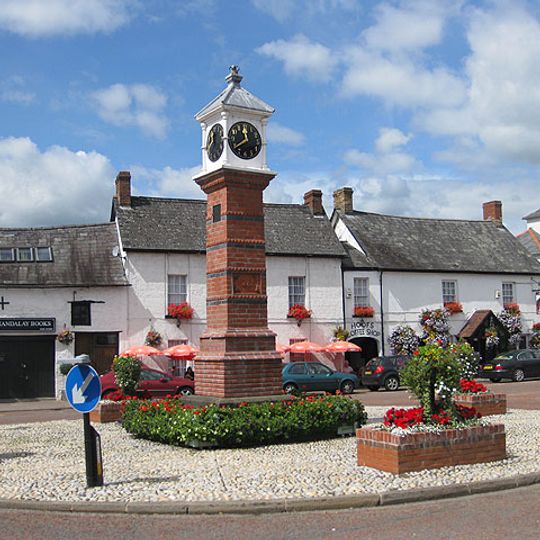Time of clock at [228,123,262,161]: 11:39
